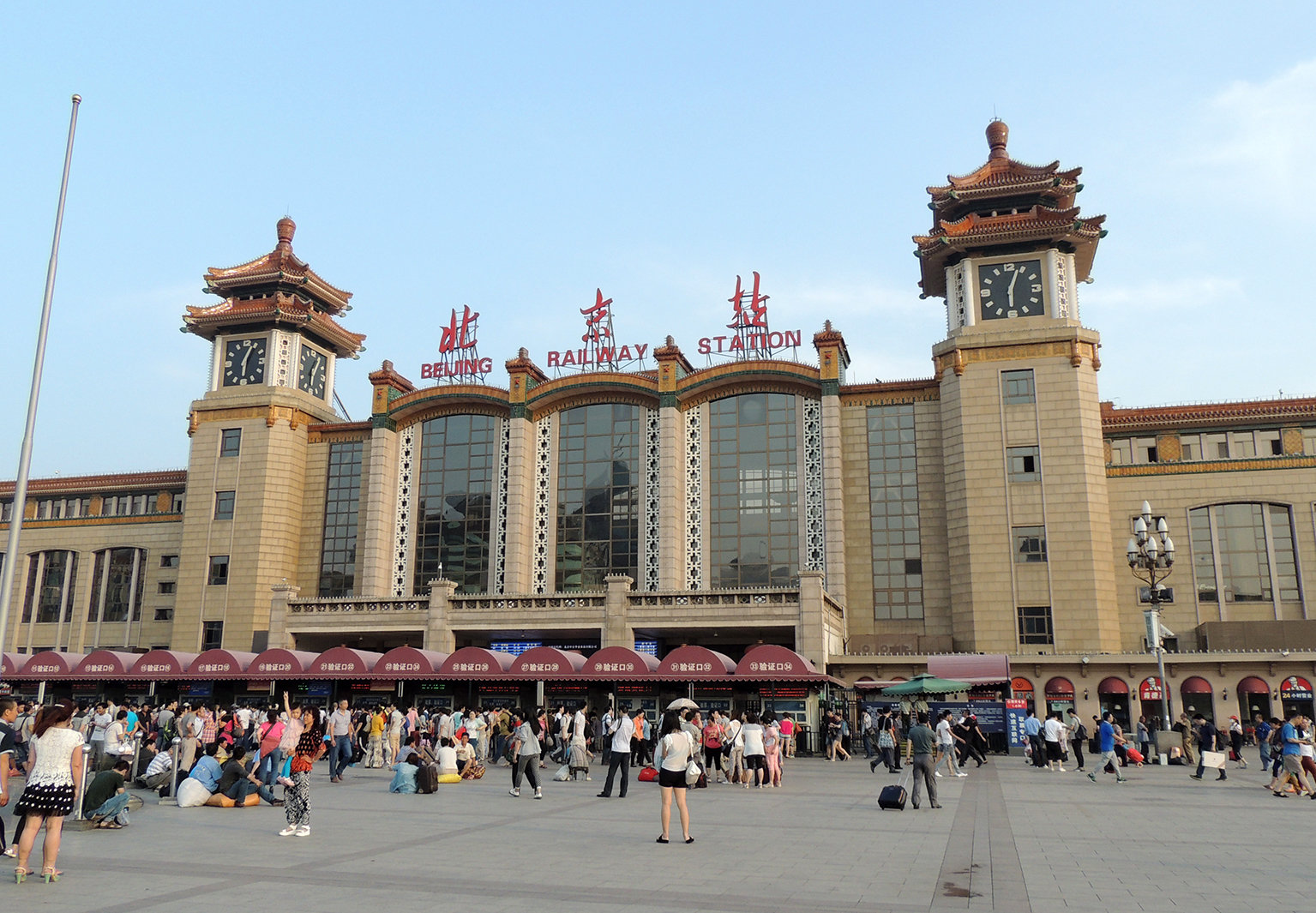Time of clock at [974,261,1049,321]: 6:03
